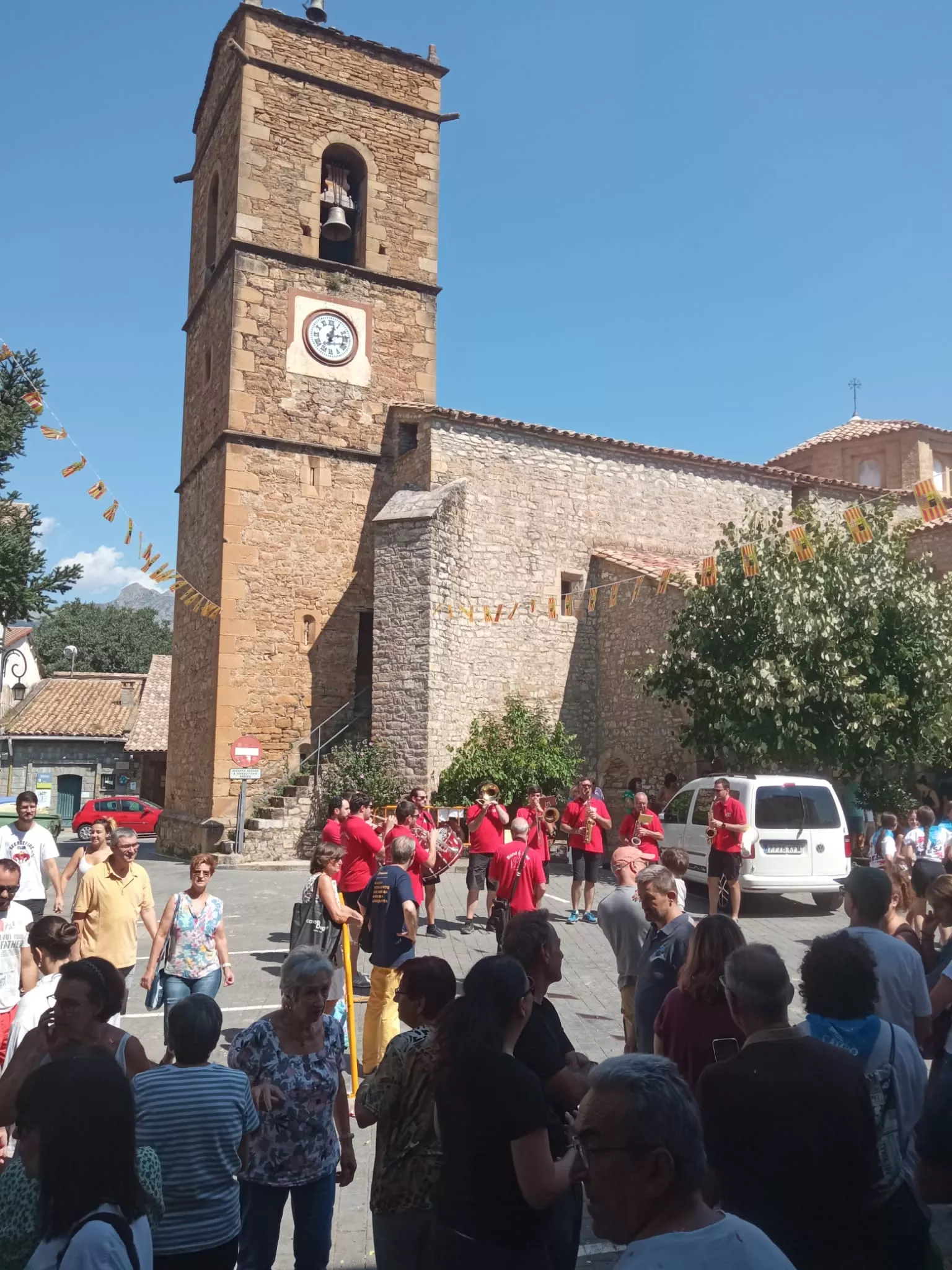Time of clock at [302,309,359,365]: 12:13
